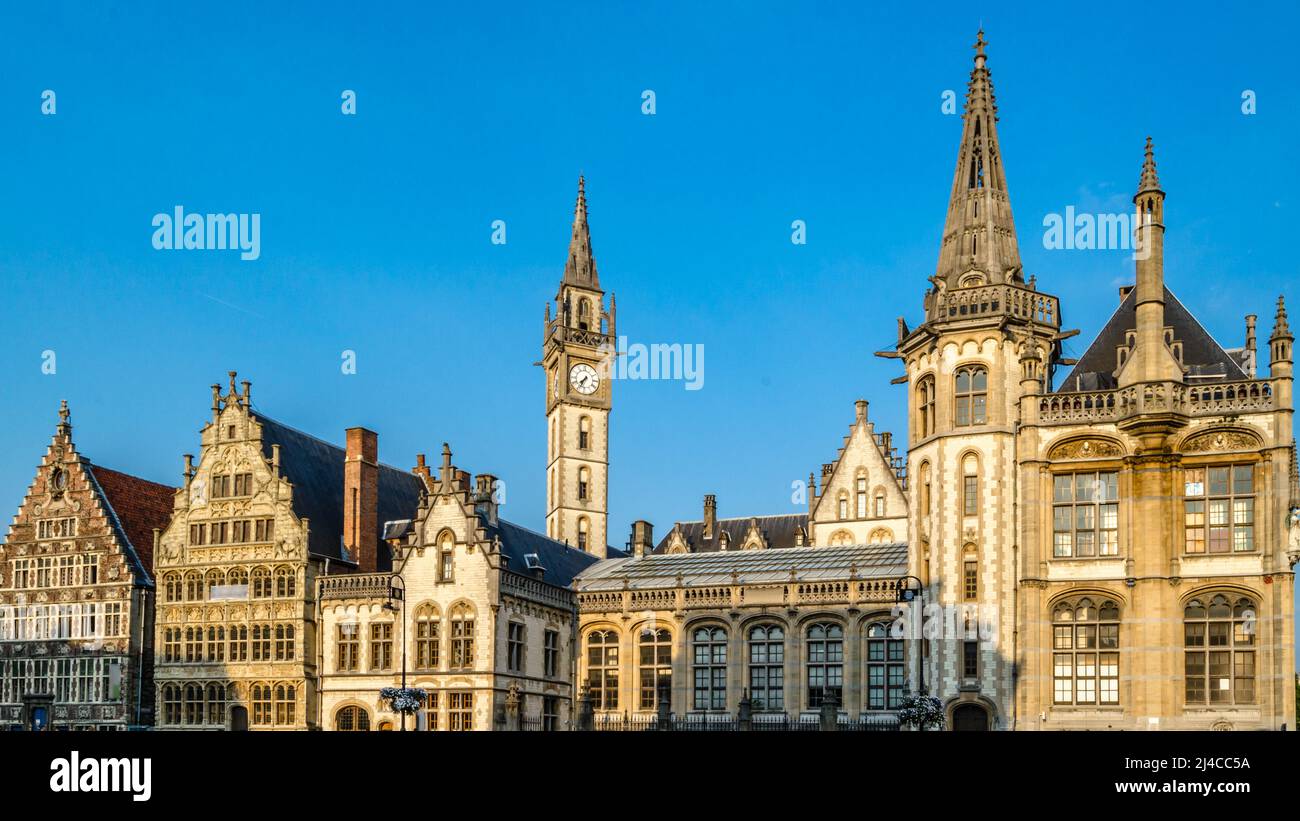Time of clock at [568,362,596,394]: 7:34
